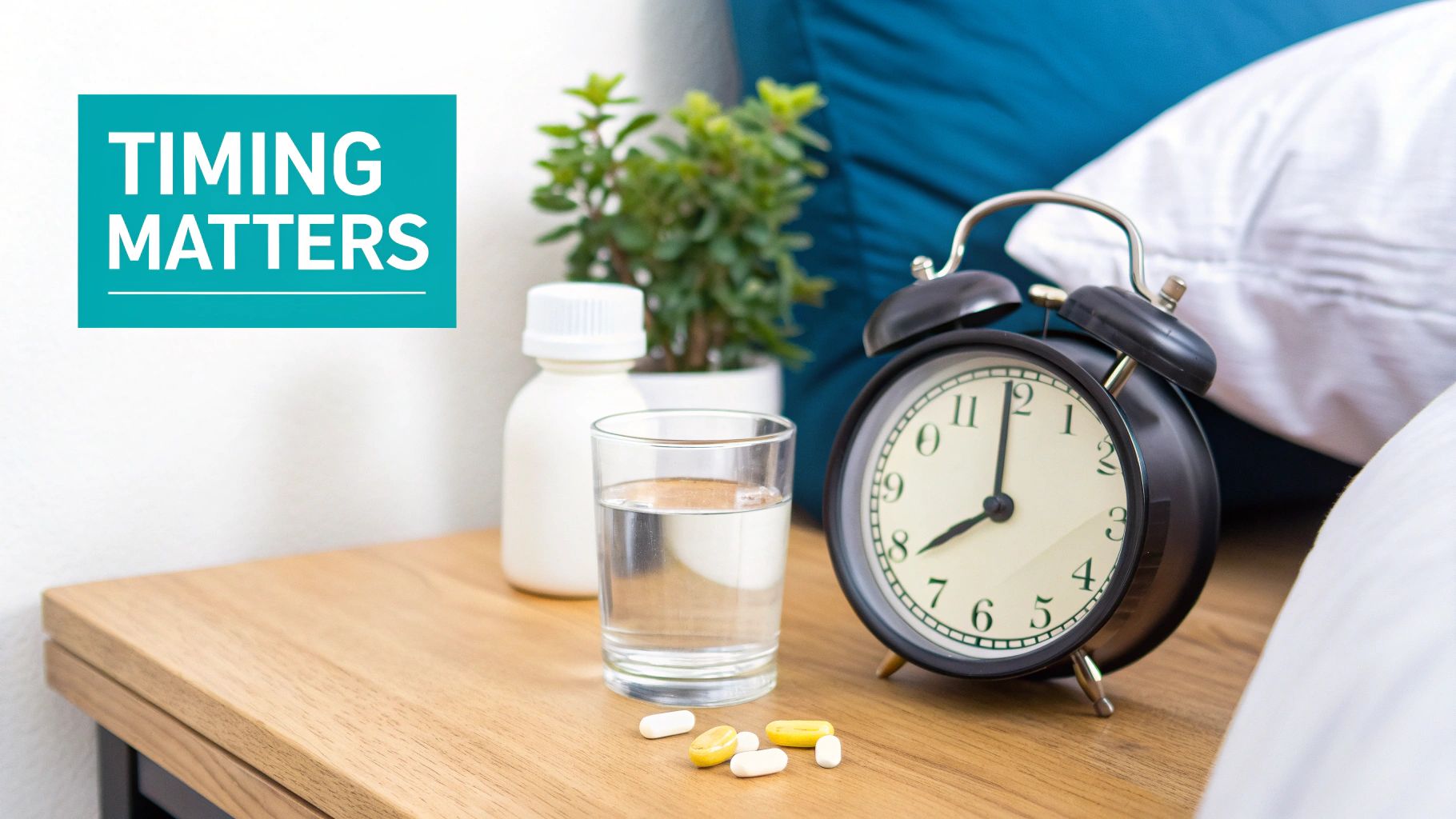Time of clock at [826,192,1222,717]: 7:59
